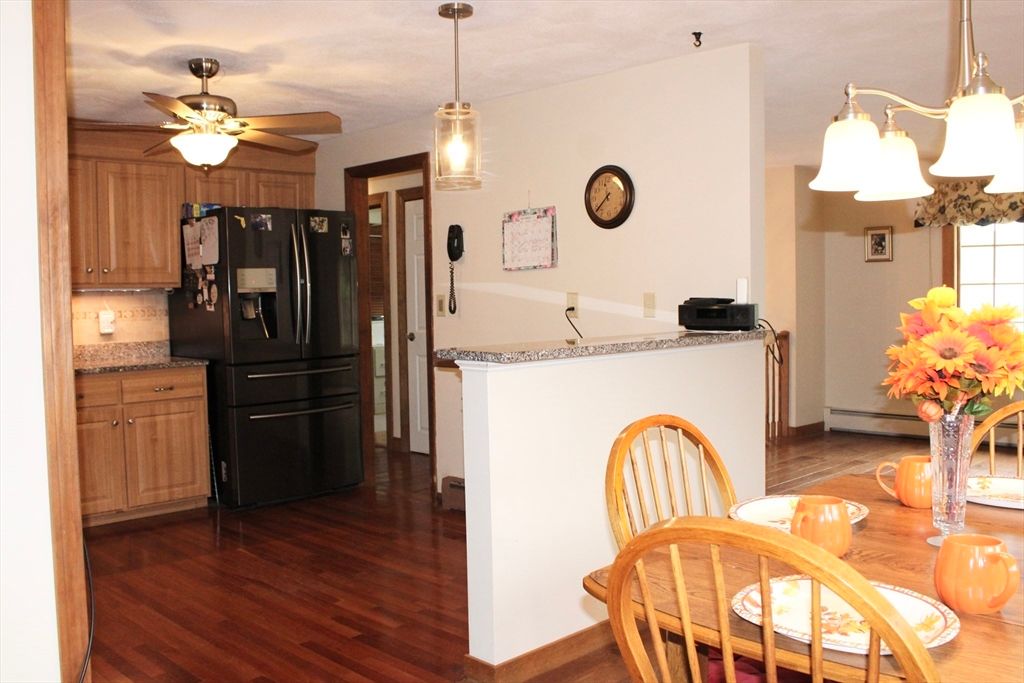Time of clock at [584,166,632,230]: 7:37
